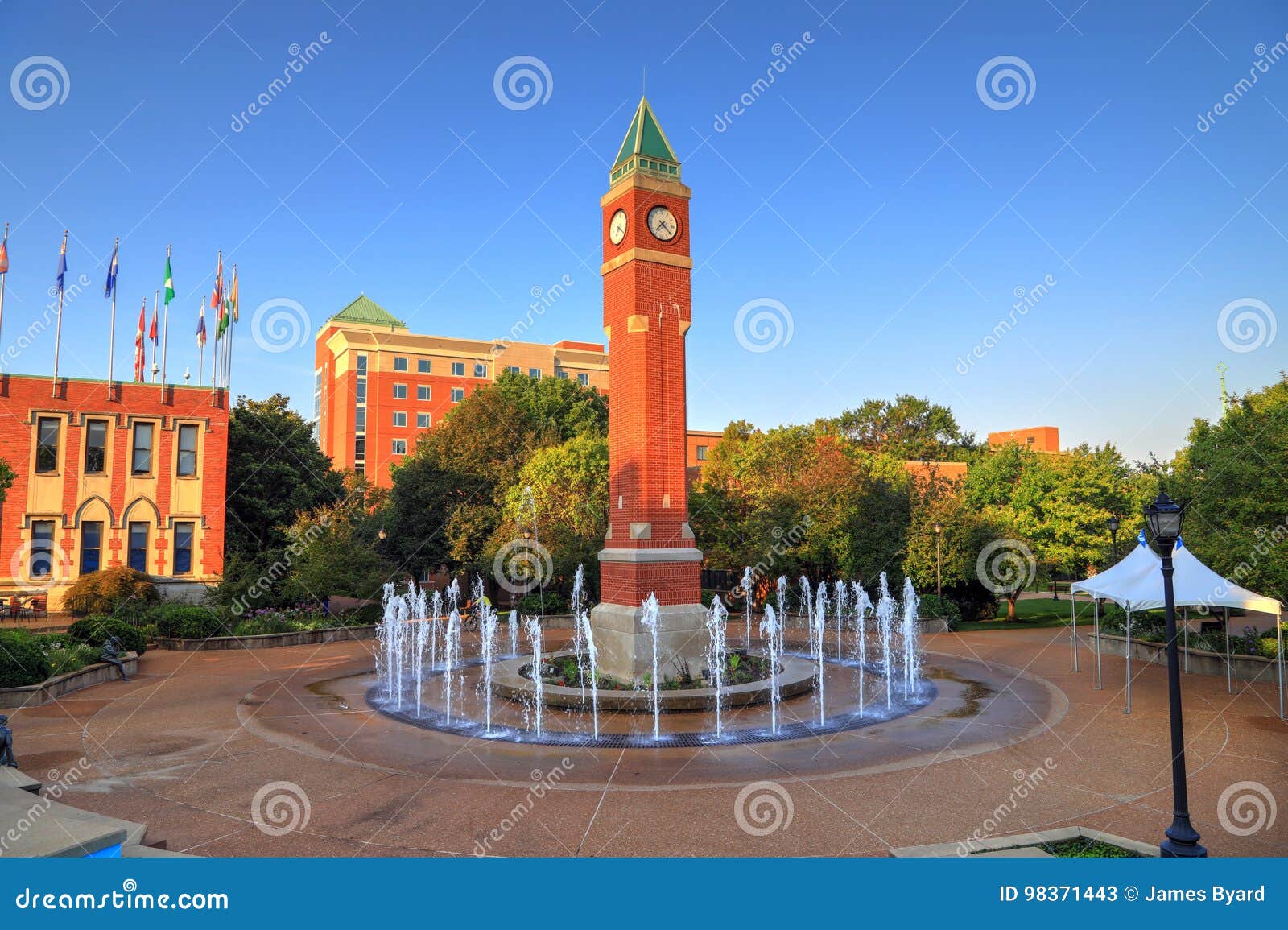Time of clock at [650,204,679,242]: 7:21
